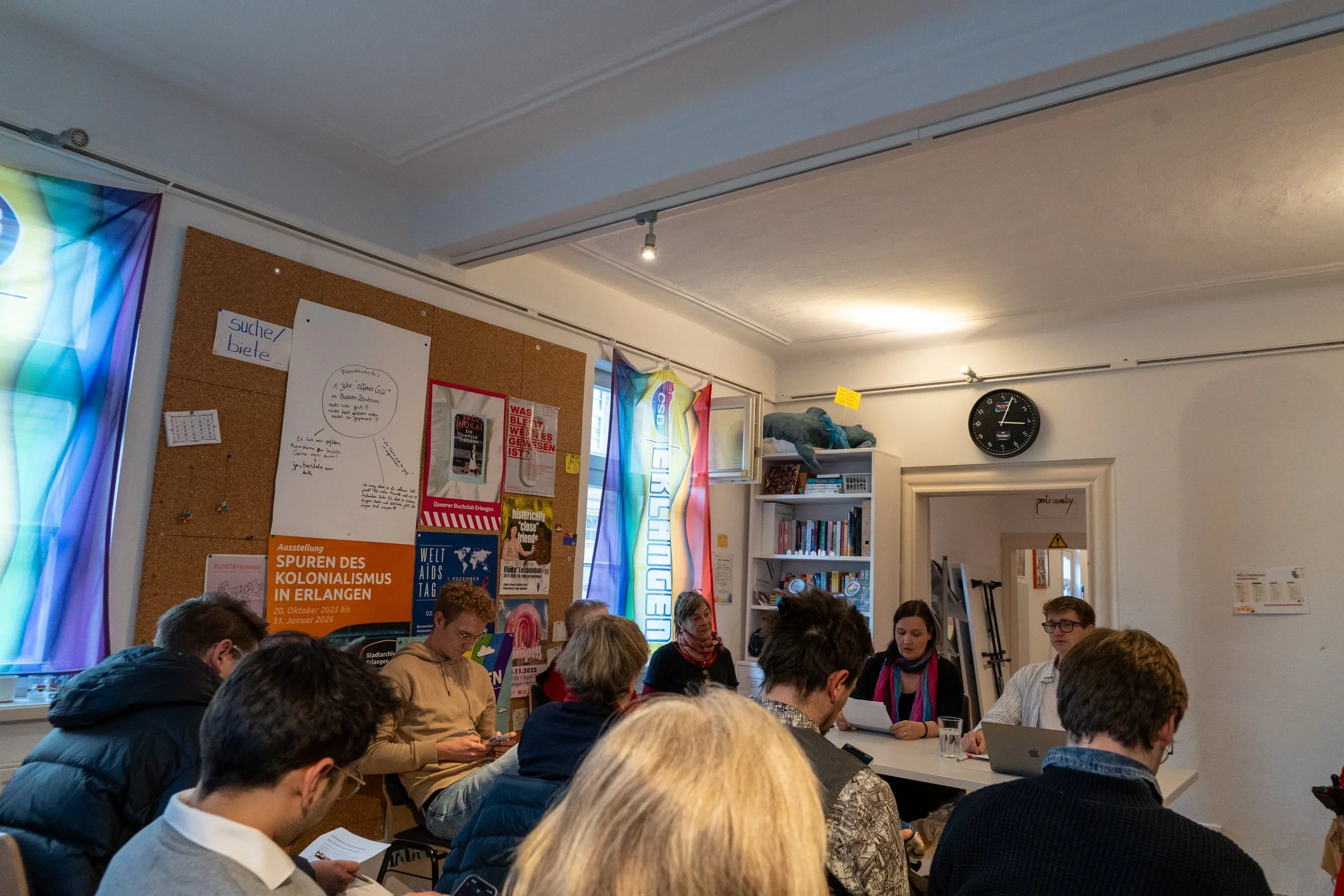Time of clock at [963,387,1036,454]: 3:03
